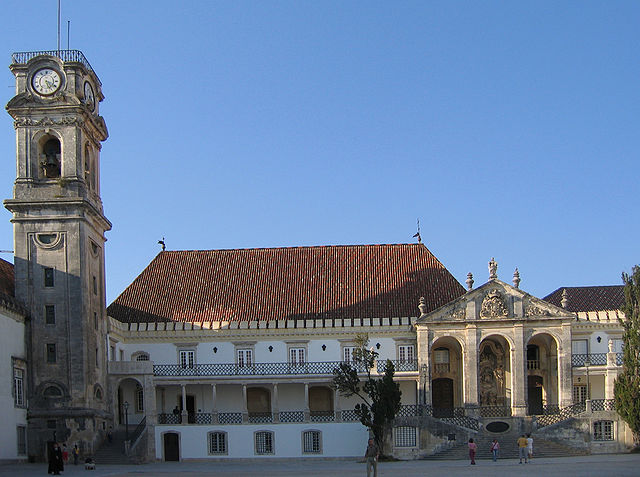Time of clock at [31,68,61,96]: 5:18
